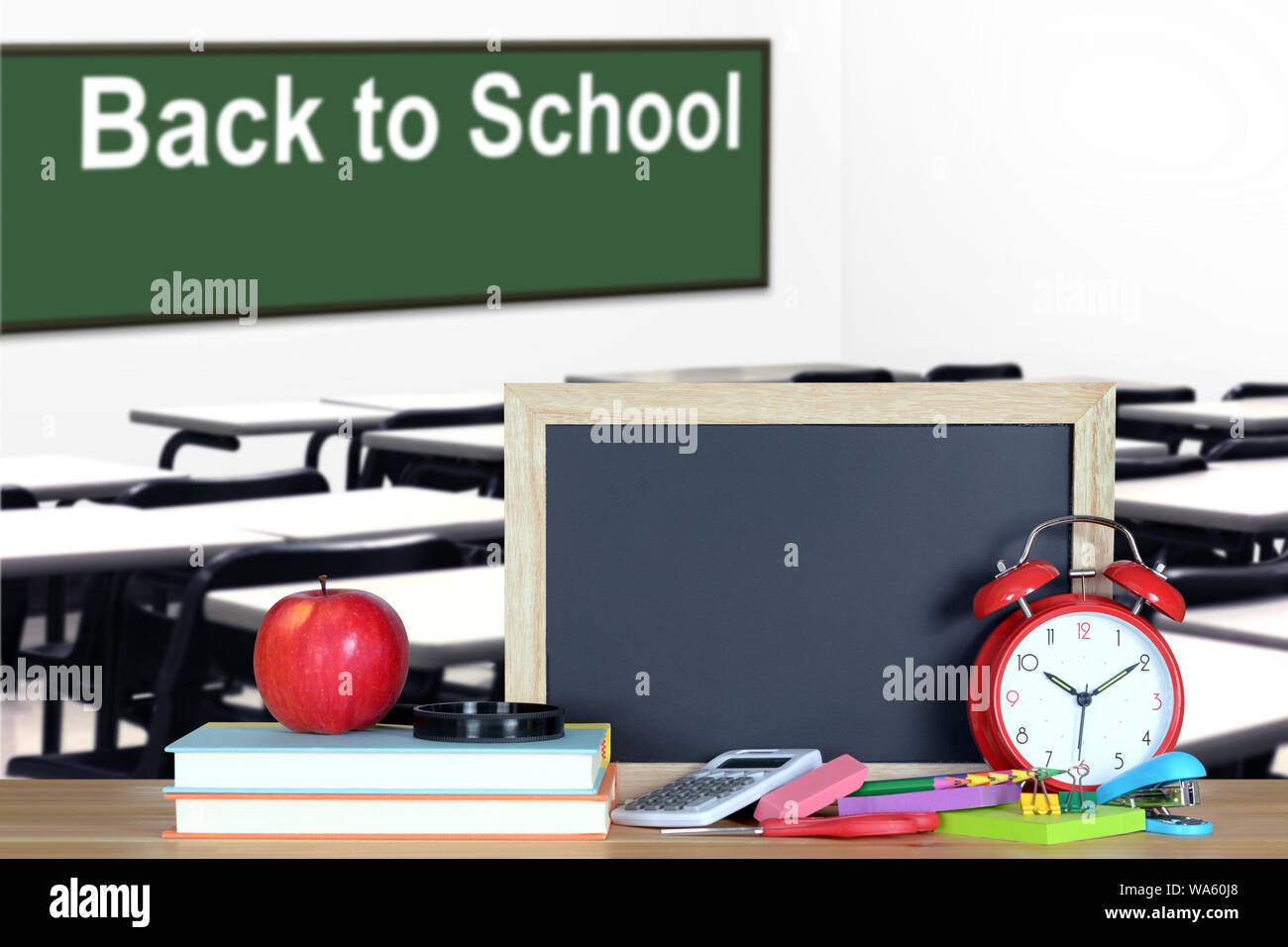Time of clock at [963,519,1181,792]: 10:09
